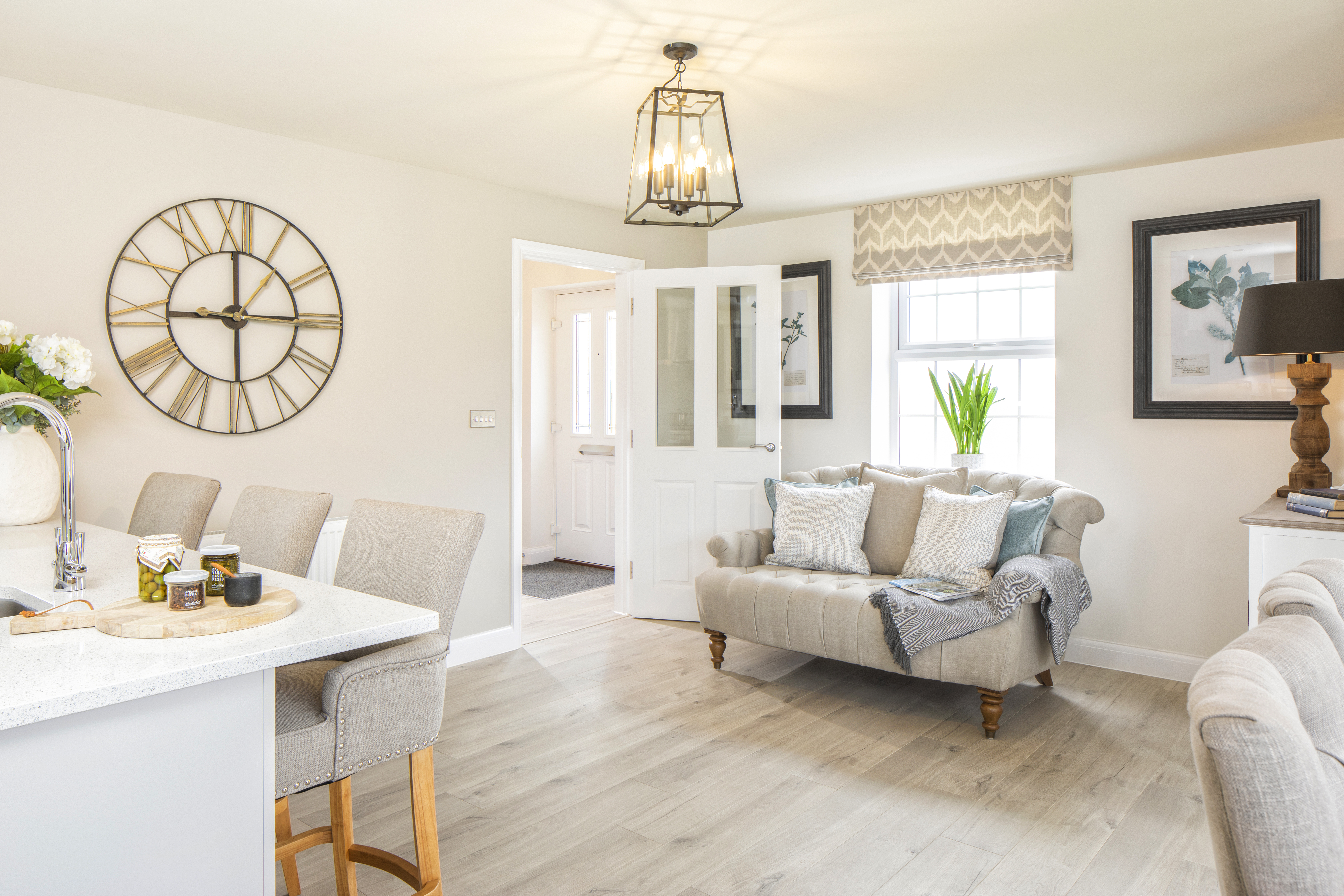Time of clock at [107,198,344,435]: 9:00
